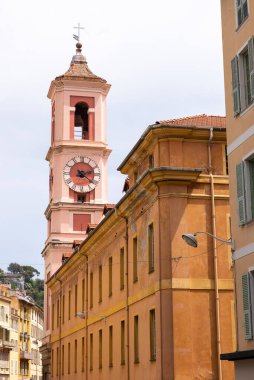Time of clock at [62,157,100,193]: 2:21
